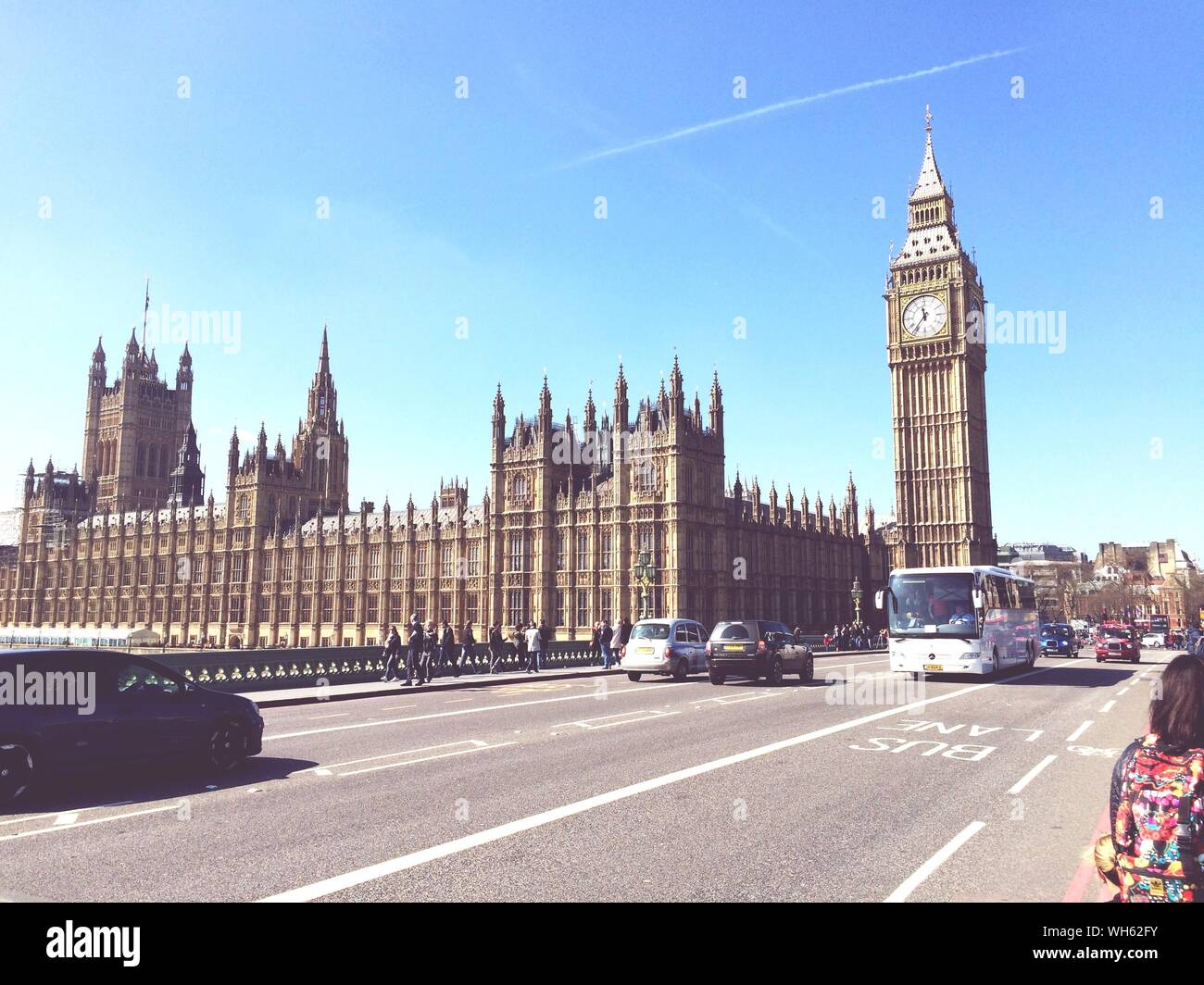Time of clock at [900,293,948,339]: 11:36
